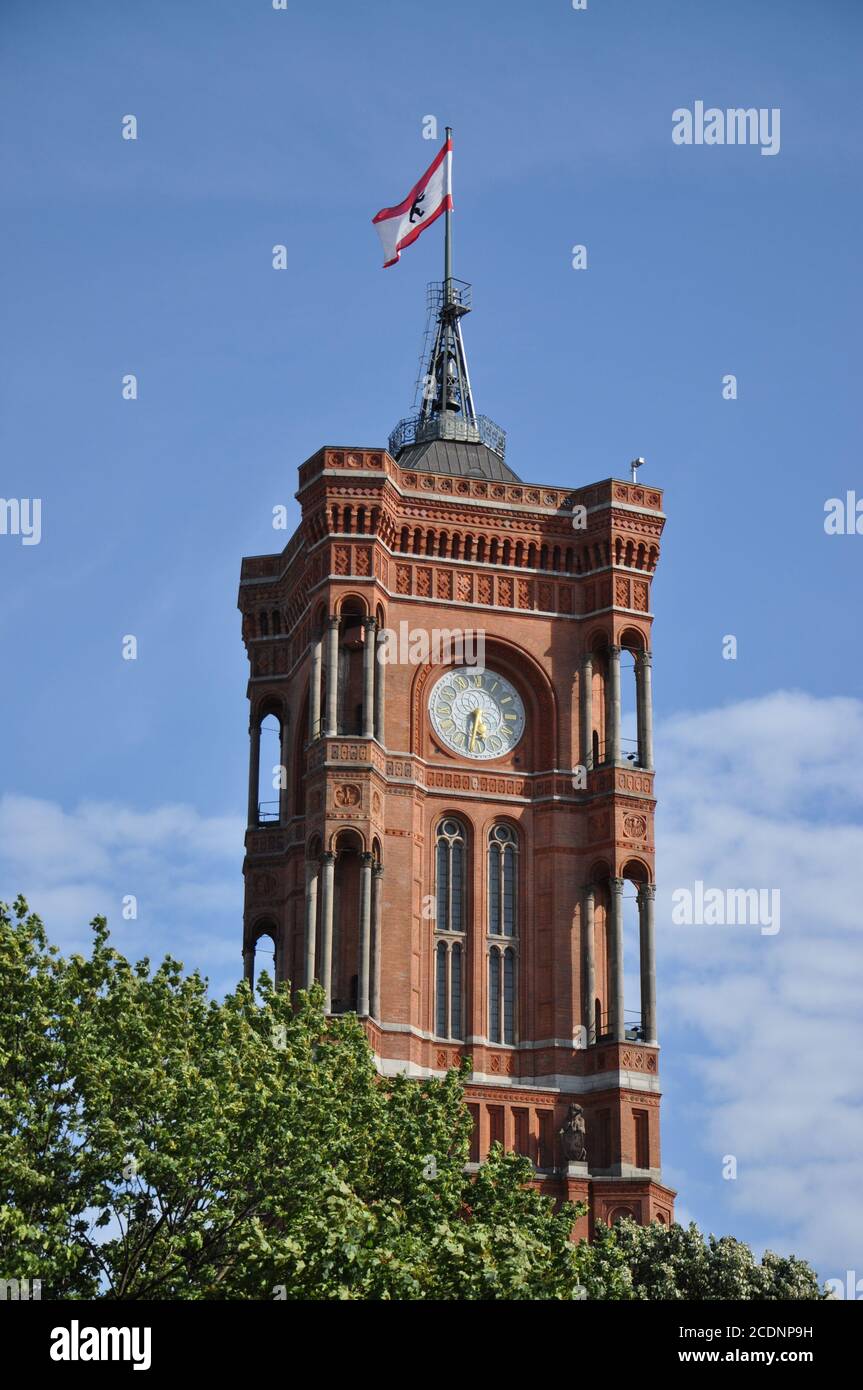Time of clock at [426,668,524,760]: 5:31
